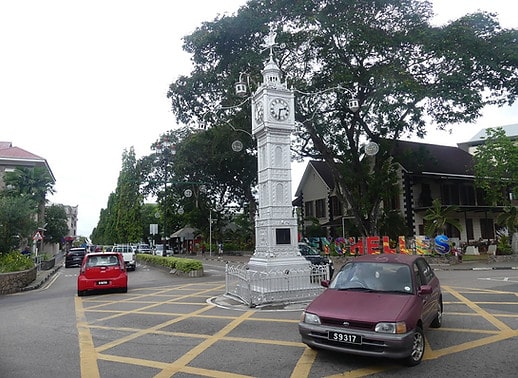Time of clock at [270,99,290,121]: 2:31
